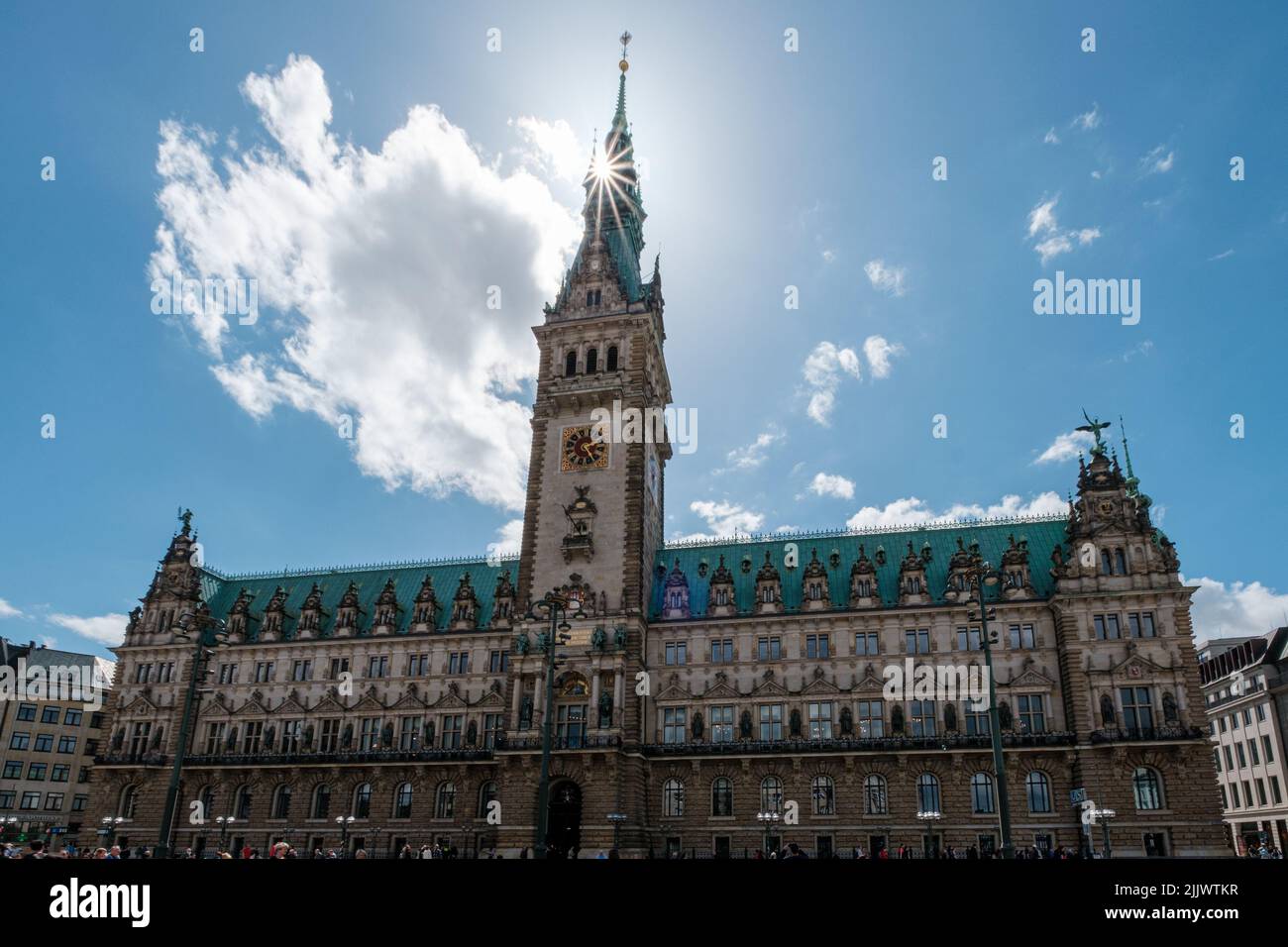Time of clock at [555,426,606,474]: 2:24
